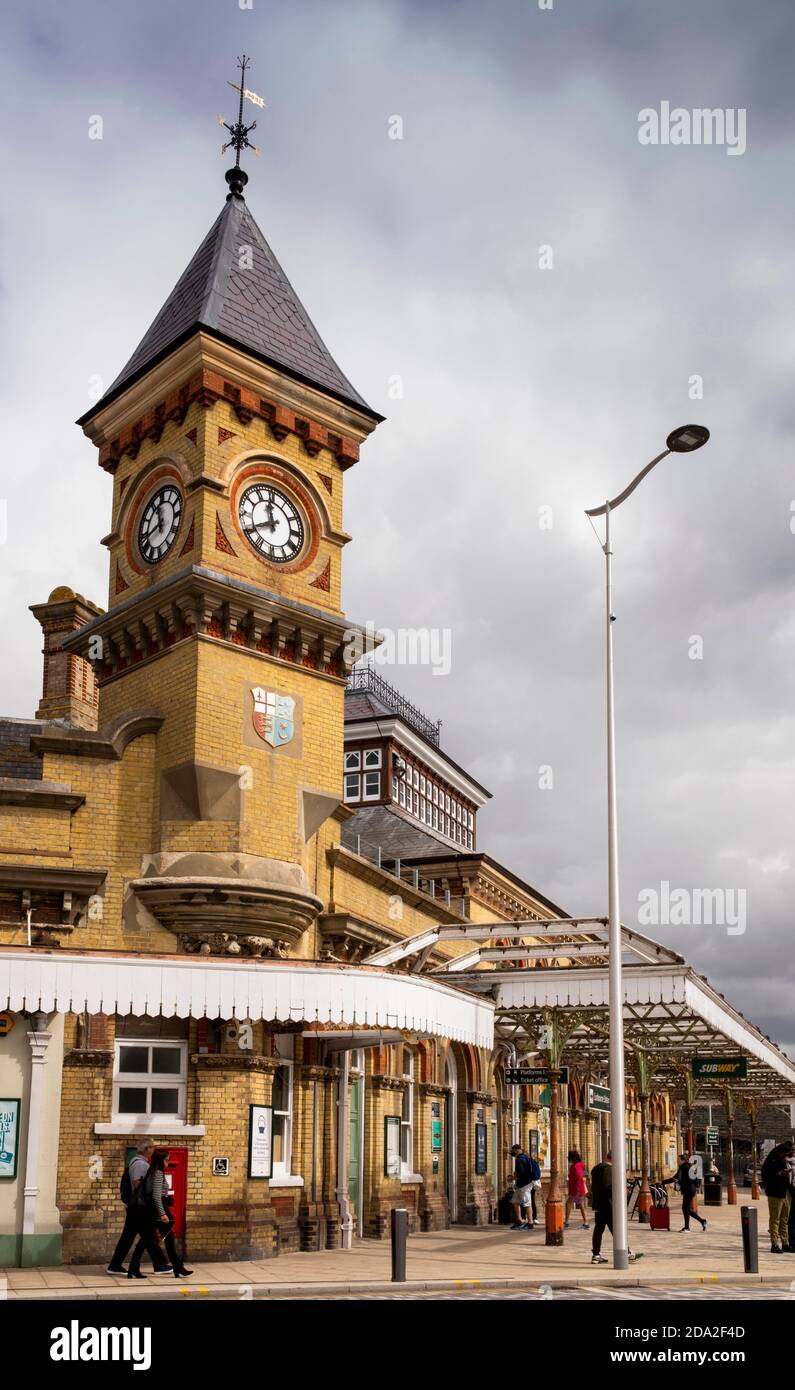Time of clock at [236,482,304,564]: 11:40
